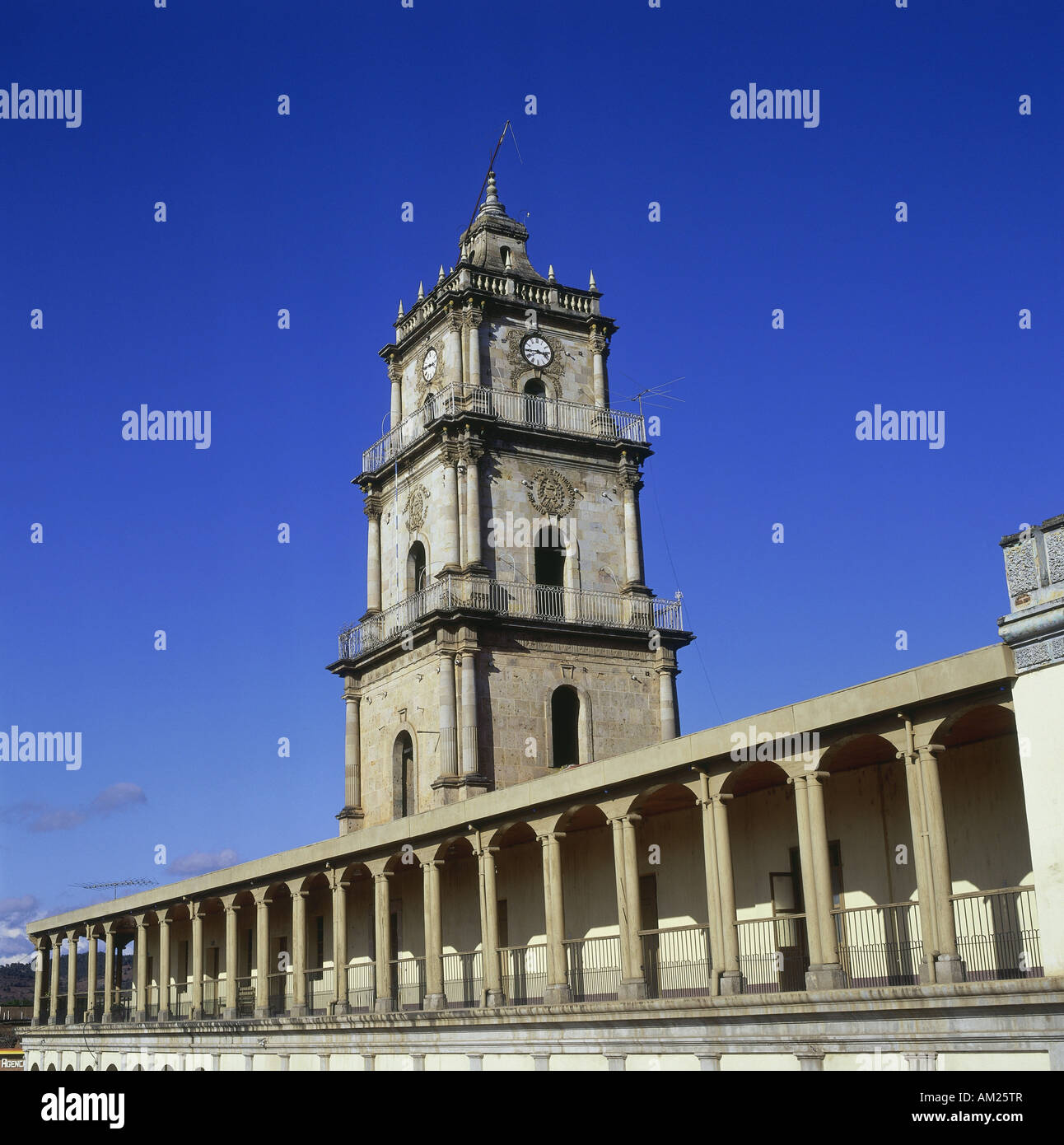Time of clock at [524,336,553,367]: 3:44
